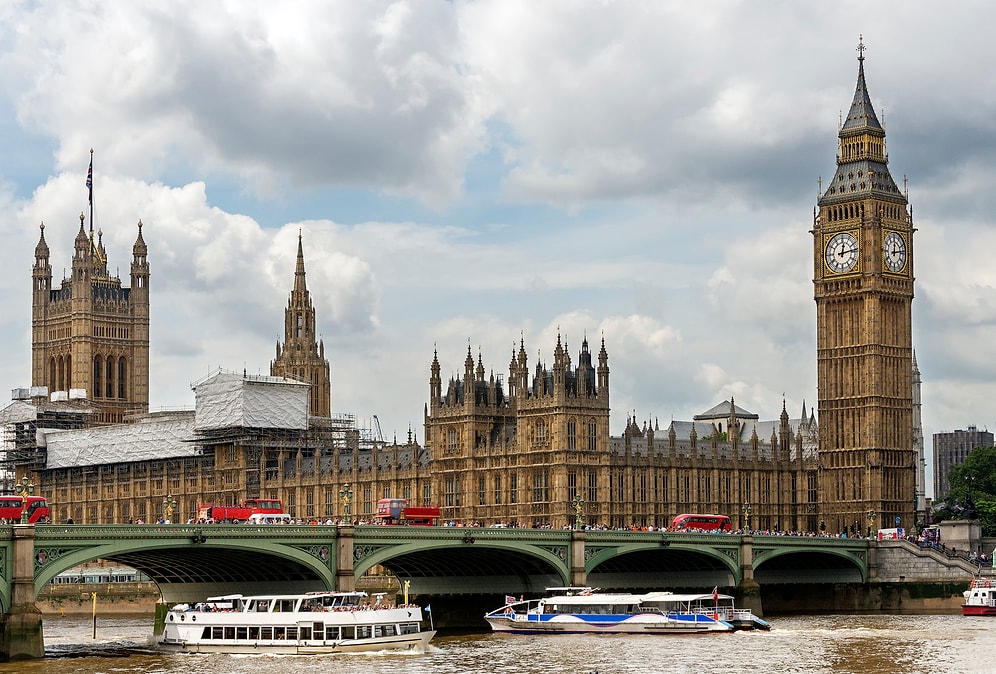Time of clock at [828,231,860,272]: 12:13
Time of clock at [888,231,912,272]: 12:13
